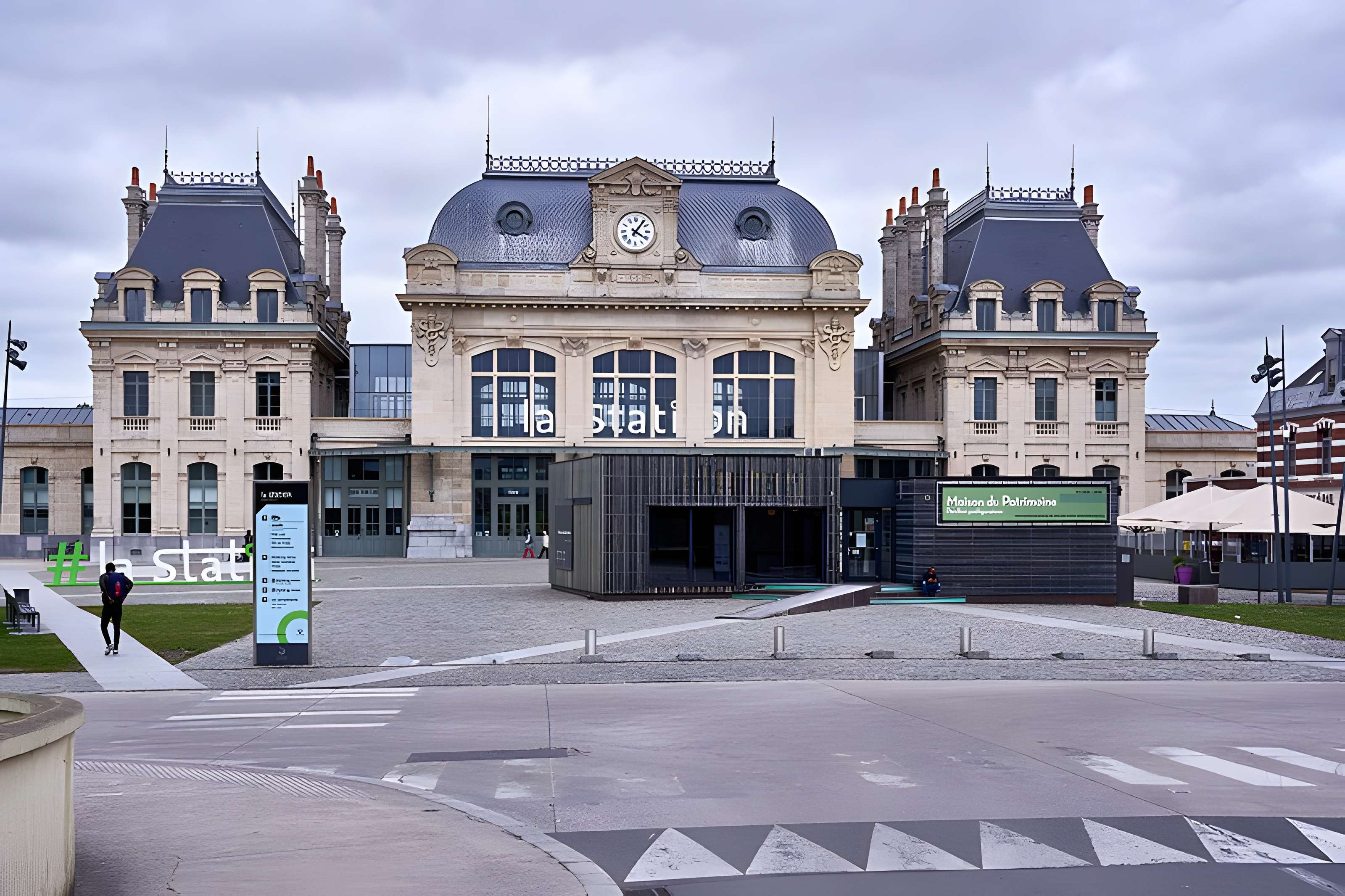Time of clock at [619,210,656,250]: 4:06
